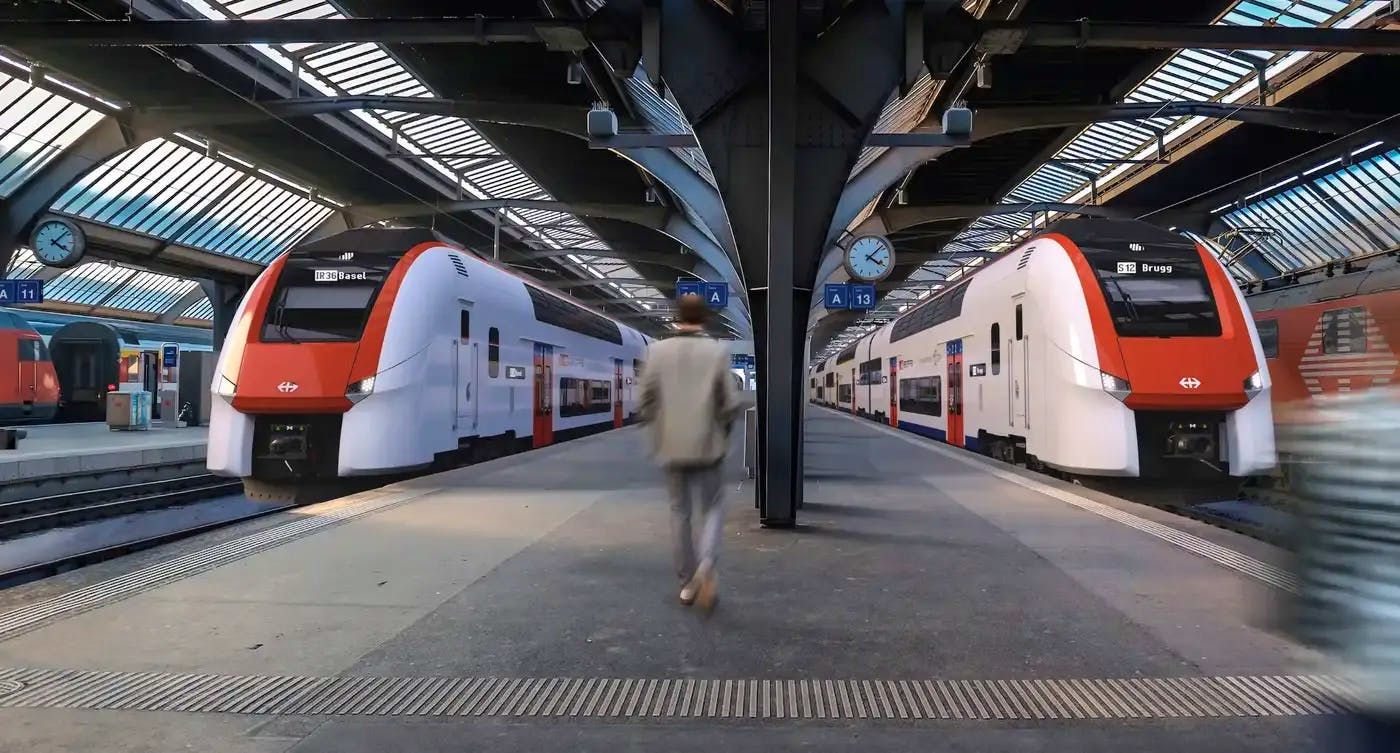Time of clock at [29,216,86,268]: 4:07
